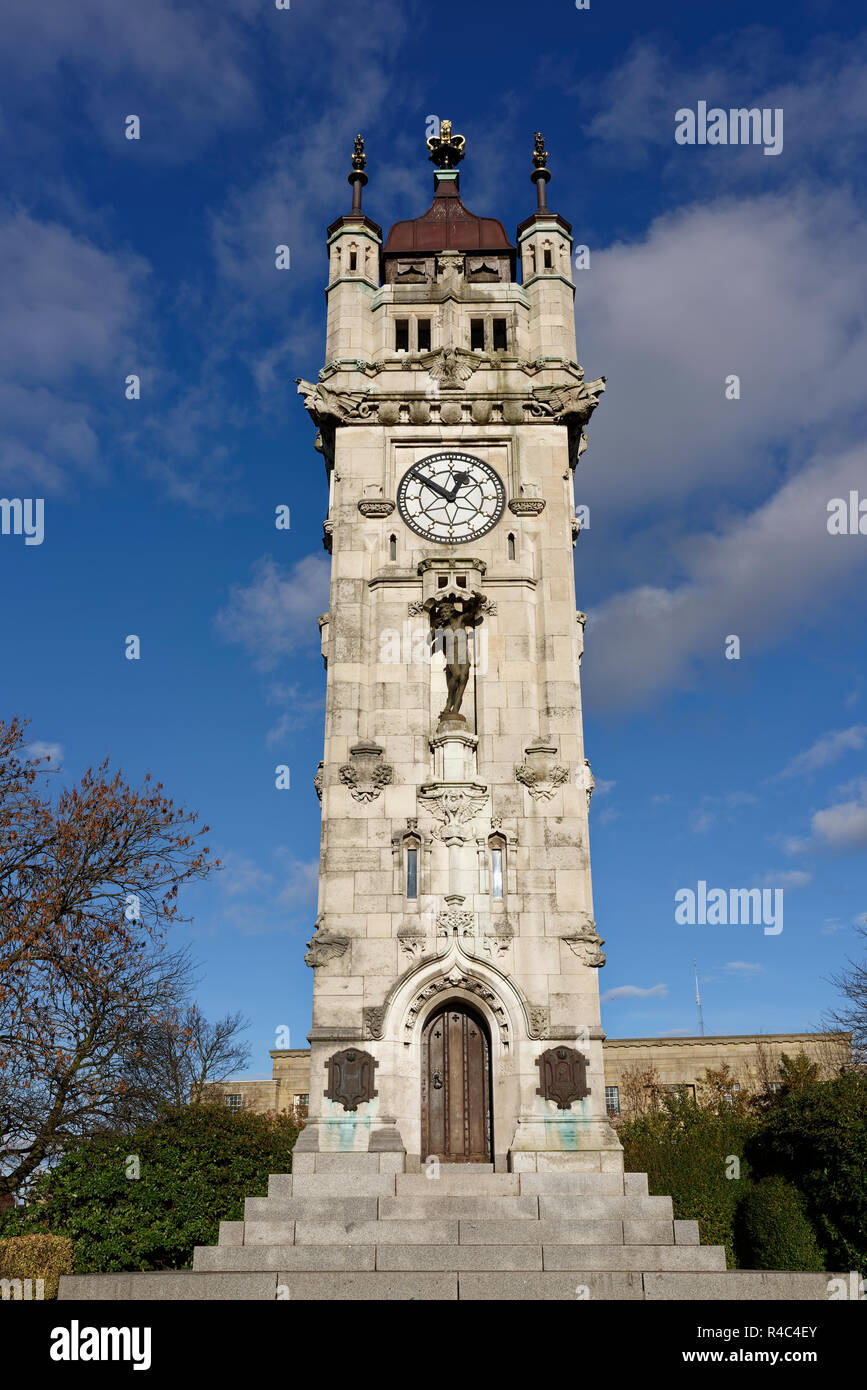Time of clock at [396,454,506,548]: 12:51
